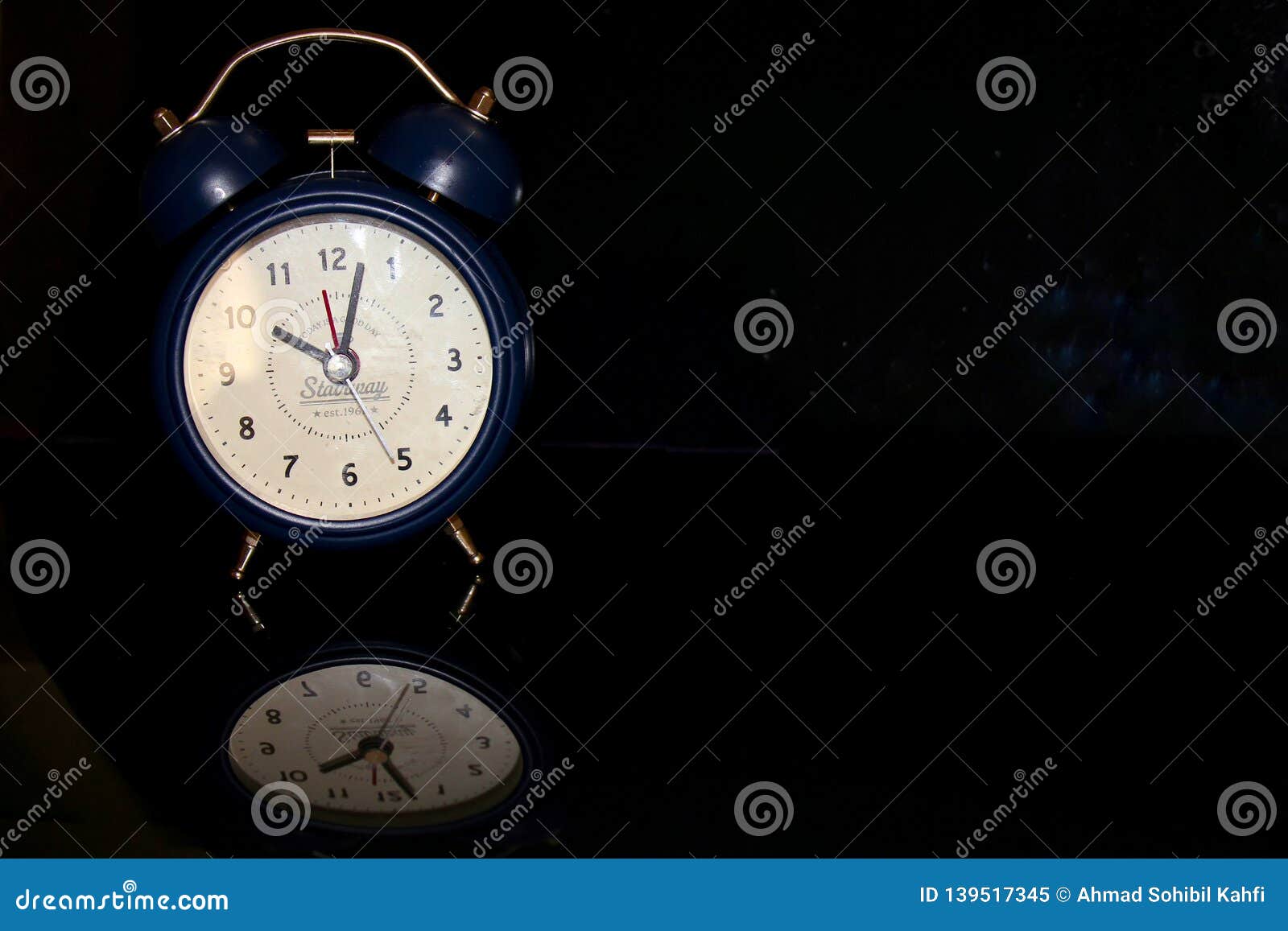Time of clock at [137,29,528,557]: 10:02
